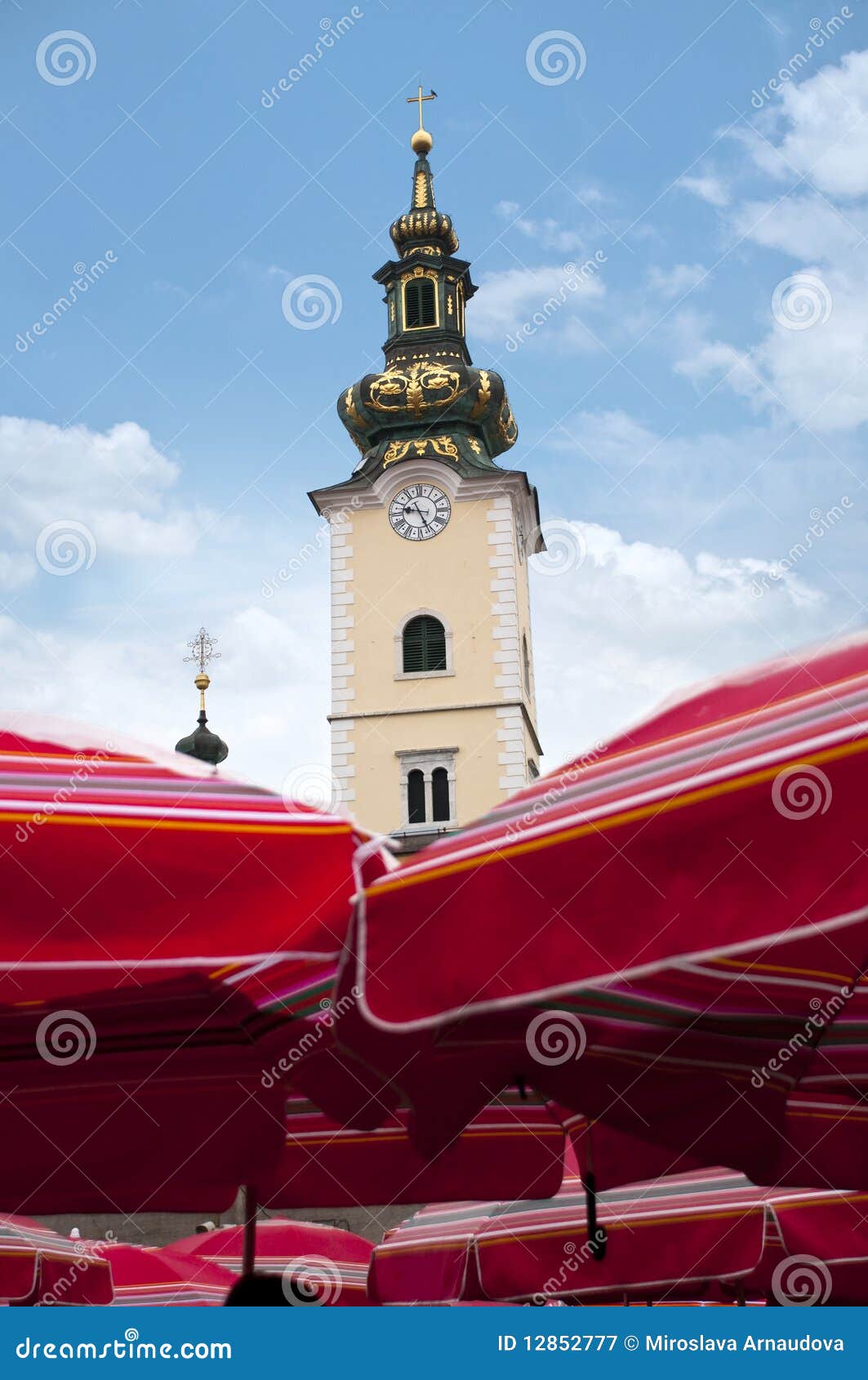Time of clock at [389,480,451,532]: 9:25
